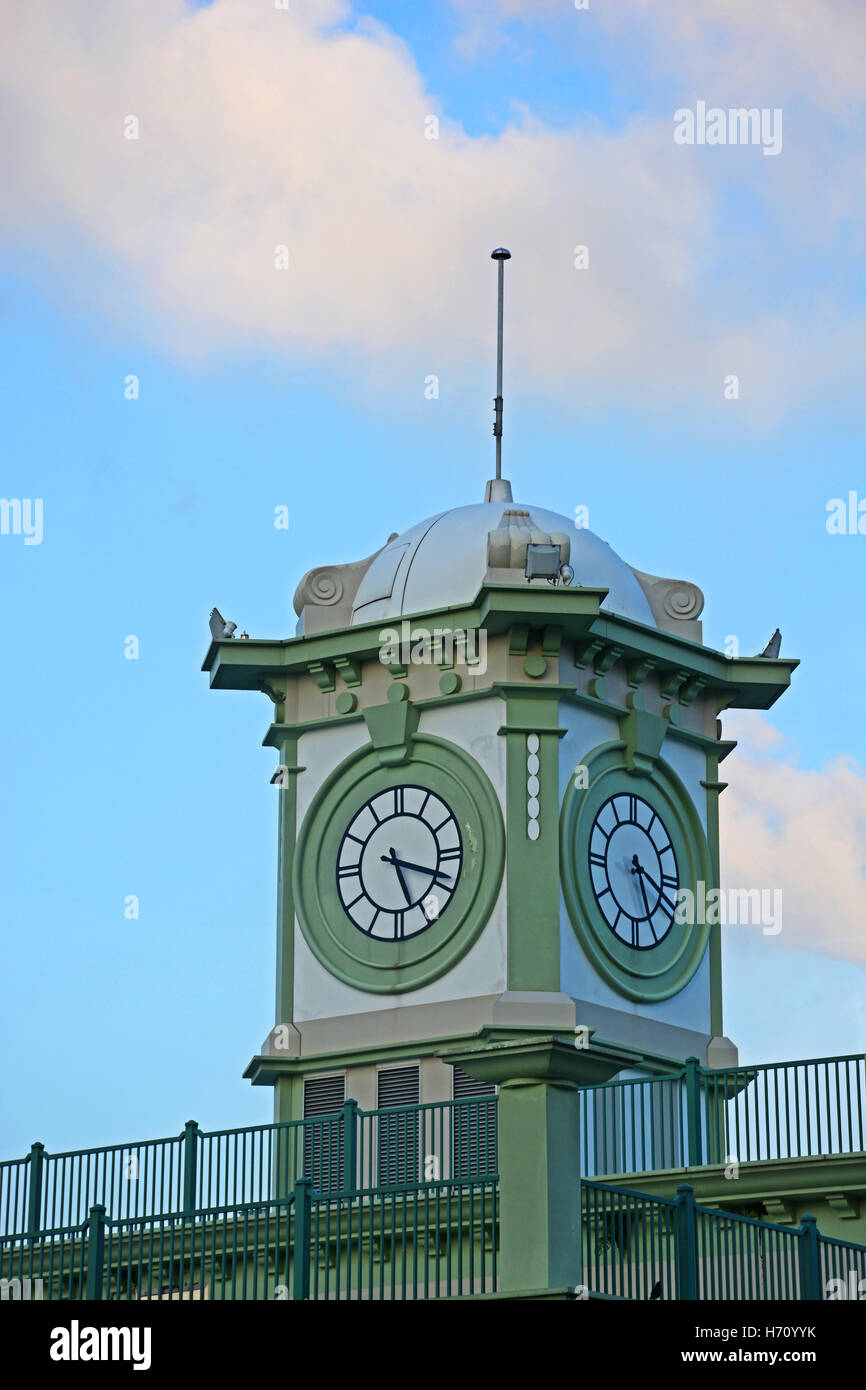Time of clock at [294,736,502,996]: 5:18
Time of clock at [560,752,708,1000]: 5:18
